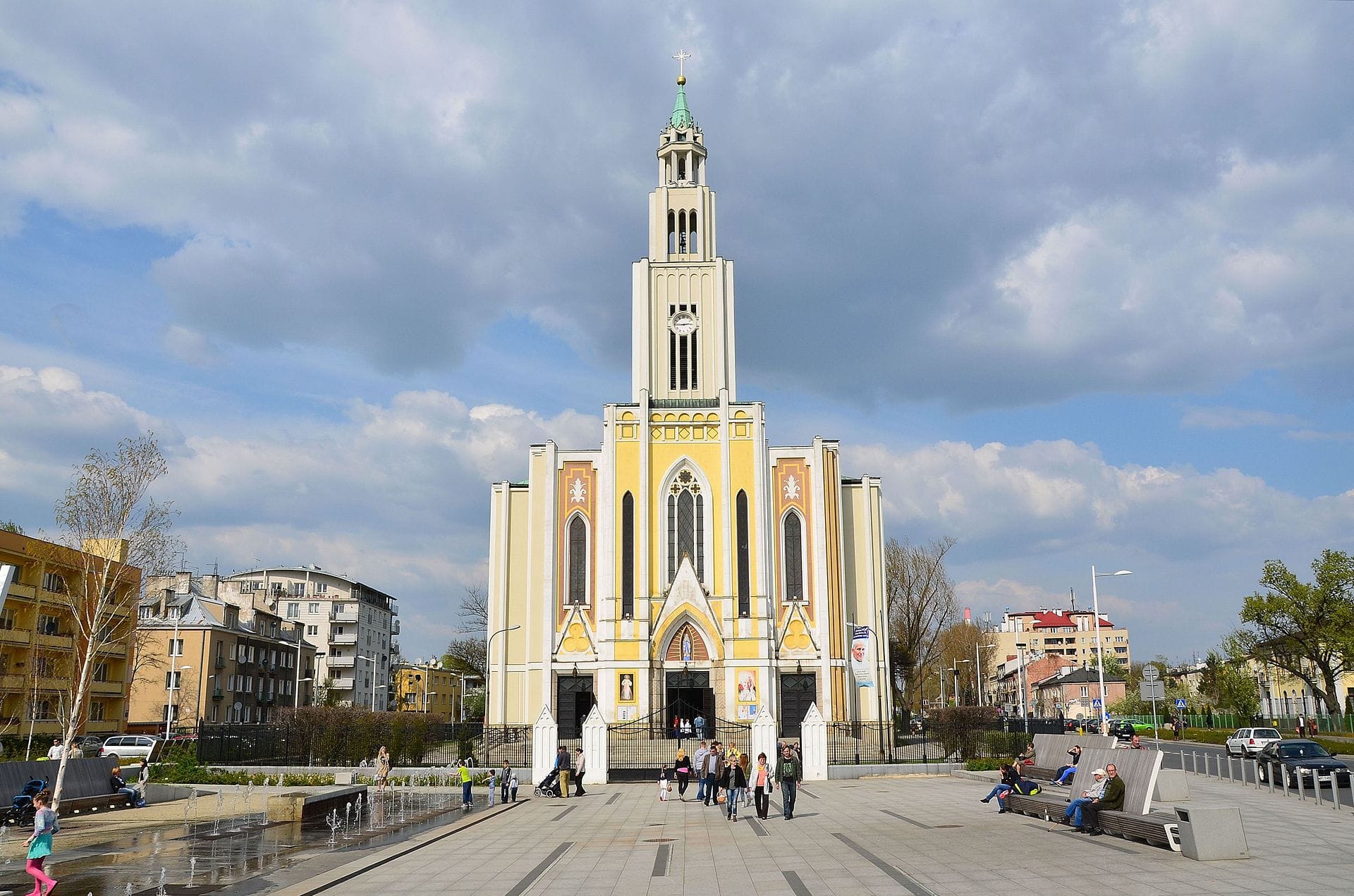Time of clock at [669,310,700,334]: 2:45
